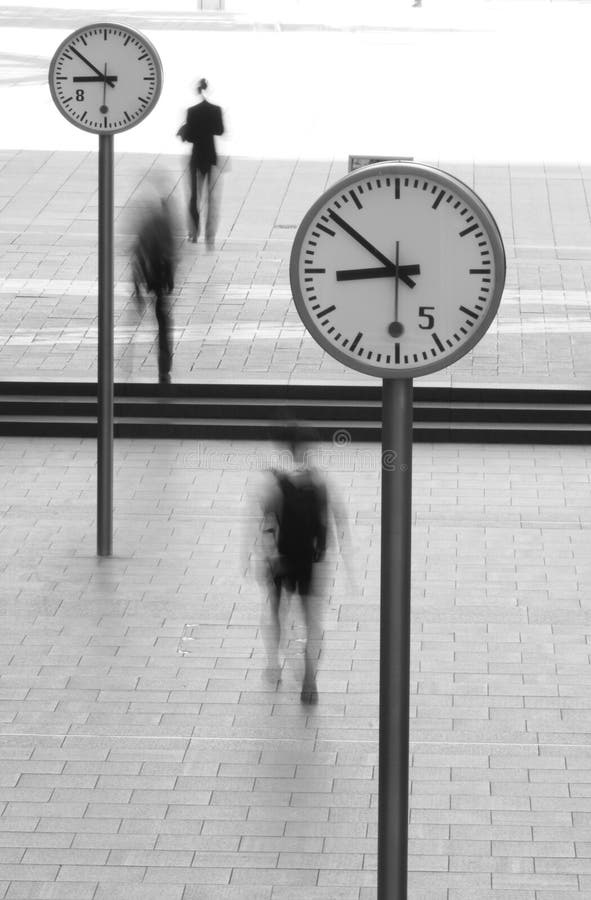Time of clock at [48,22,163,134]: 8:52
